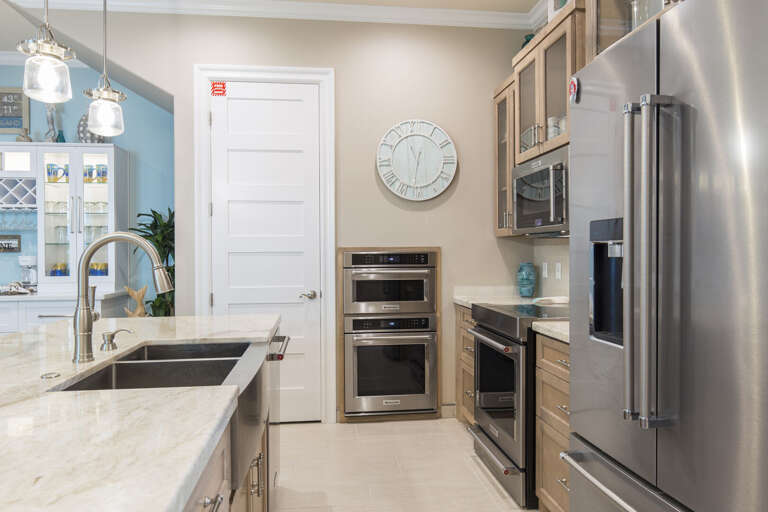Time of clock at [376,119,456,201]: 11:32
